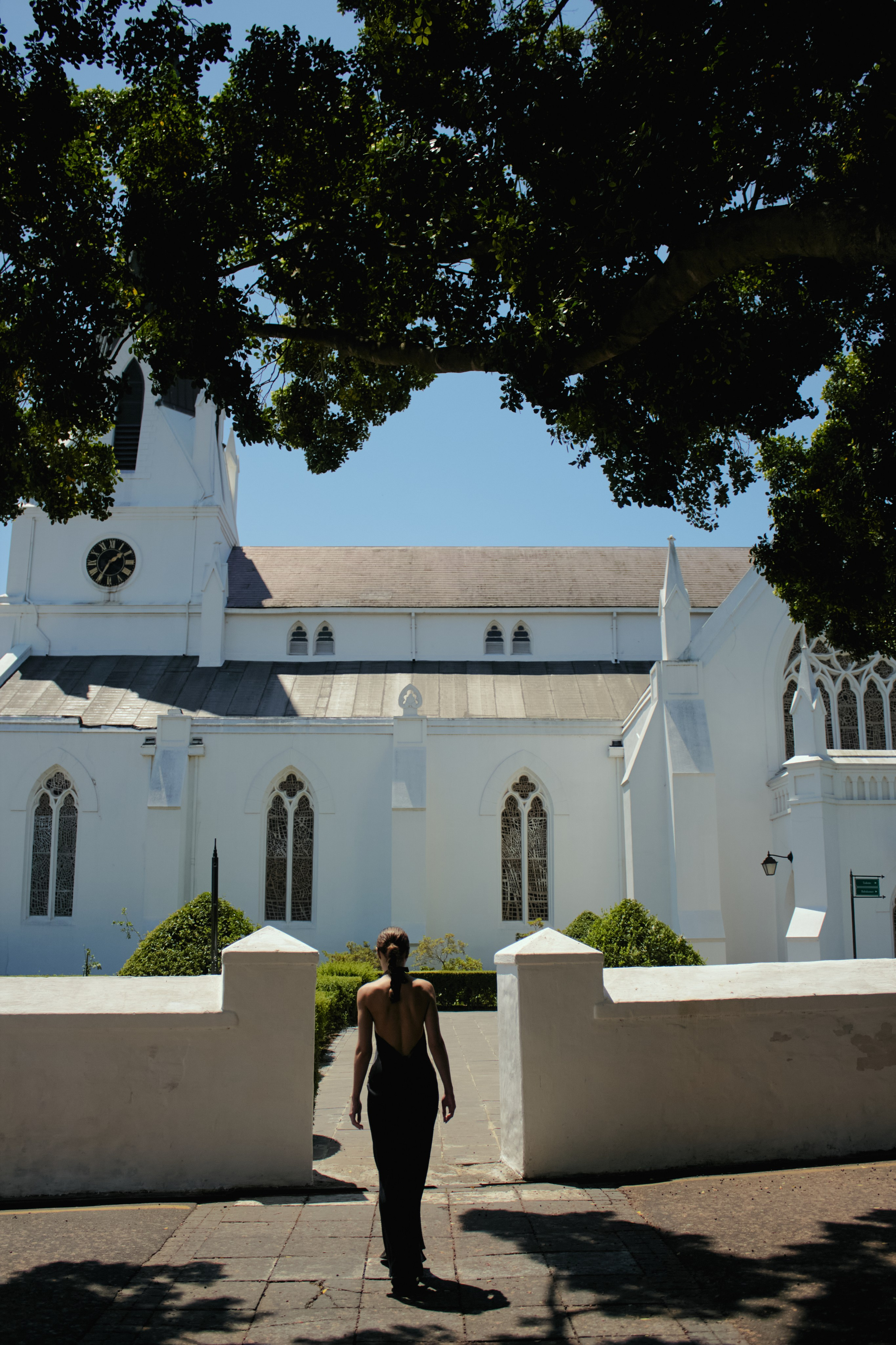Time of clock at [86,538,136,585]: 1:35
